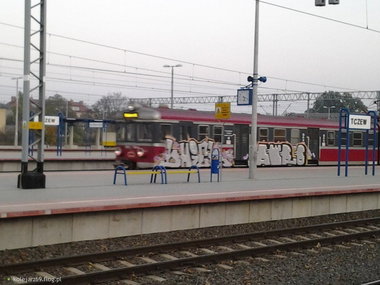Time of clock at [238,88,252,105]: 5:18
